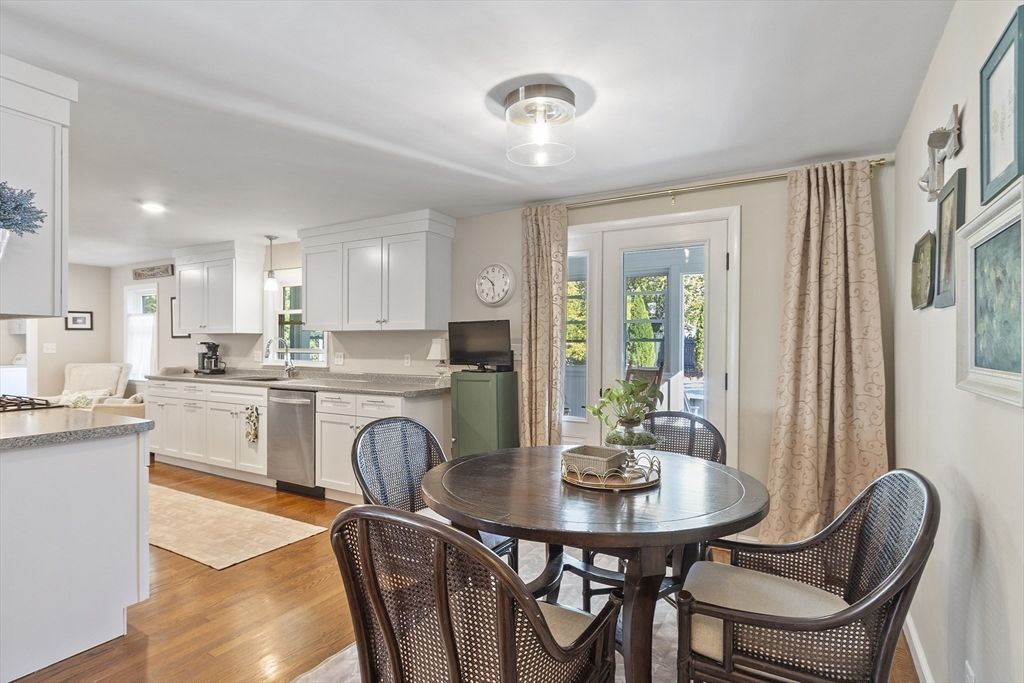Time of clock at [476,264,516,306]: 10:28
